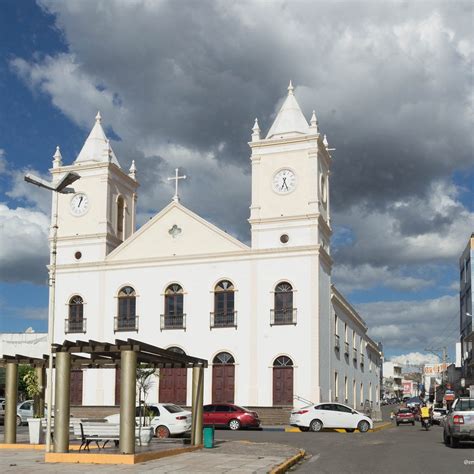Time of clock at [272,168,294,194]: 6:26
